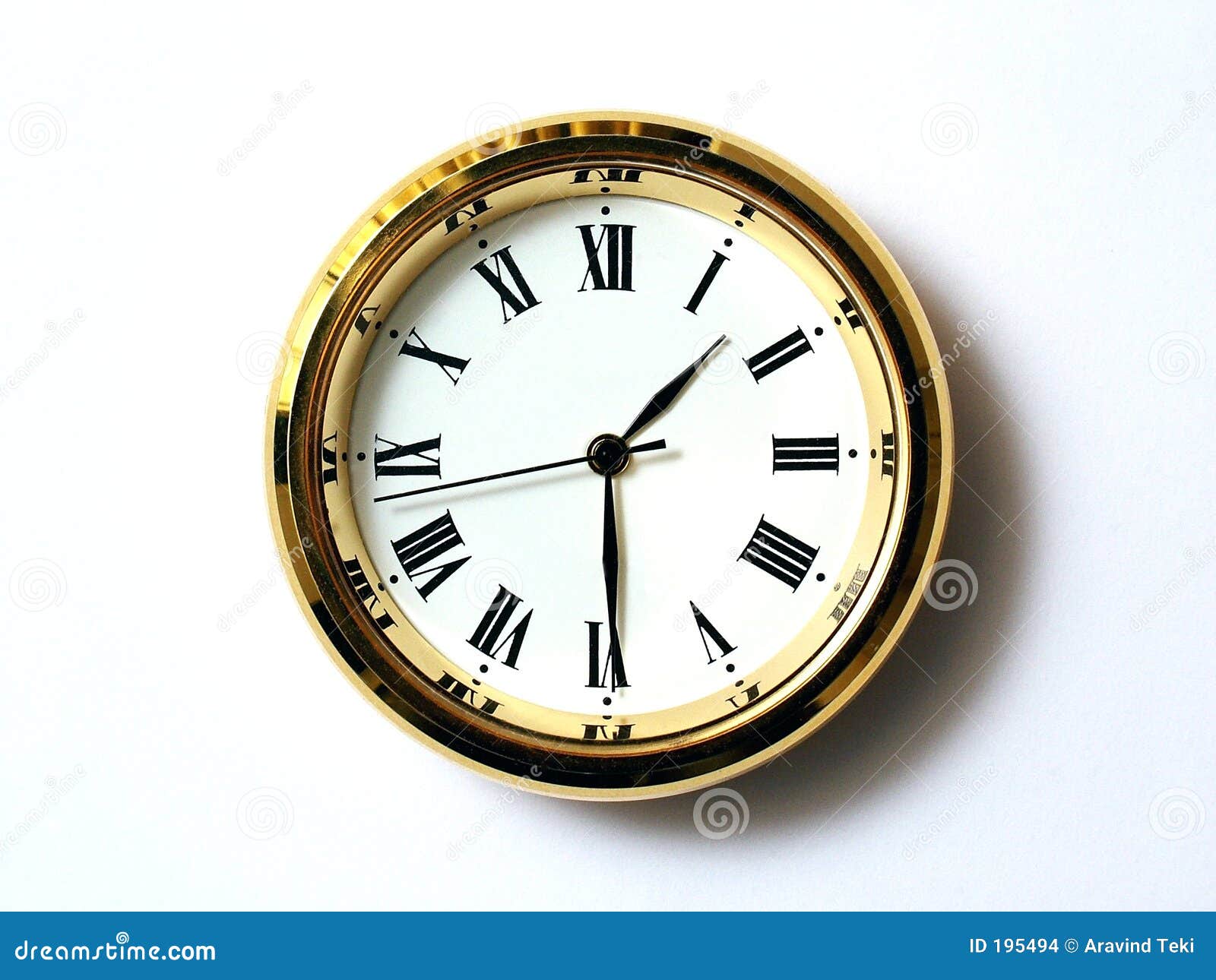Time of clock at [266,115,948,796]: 1:29
